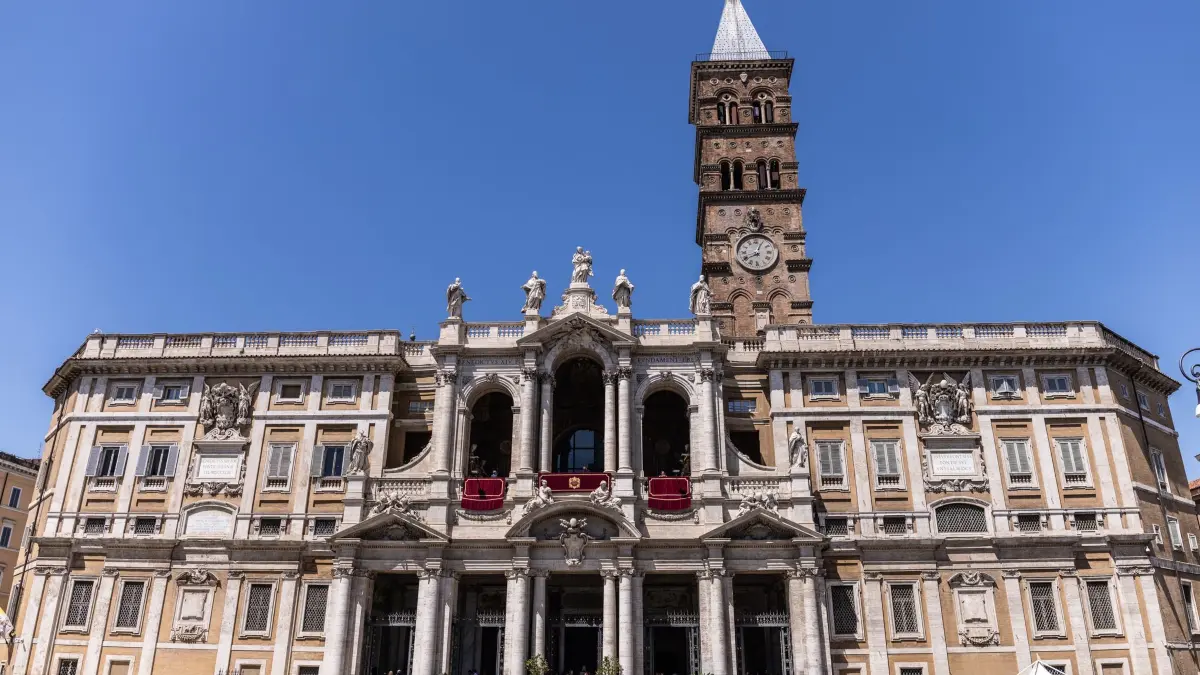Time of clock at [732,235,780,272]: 8:04
